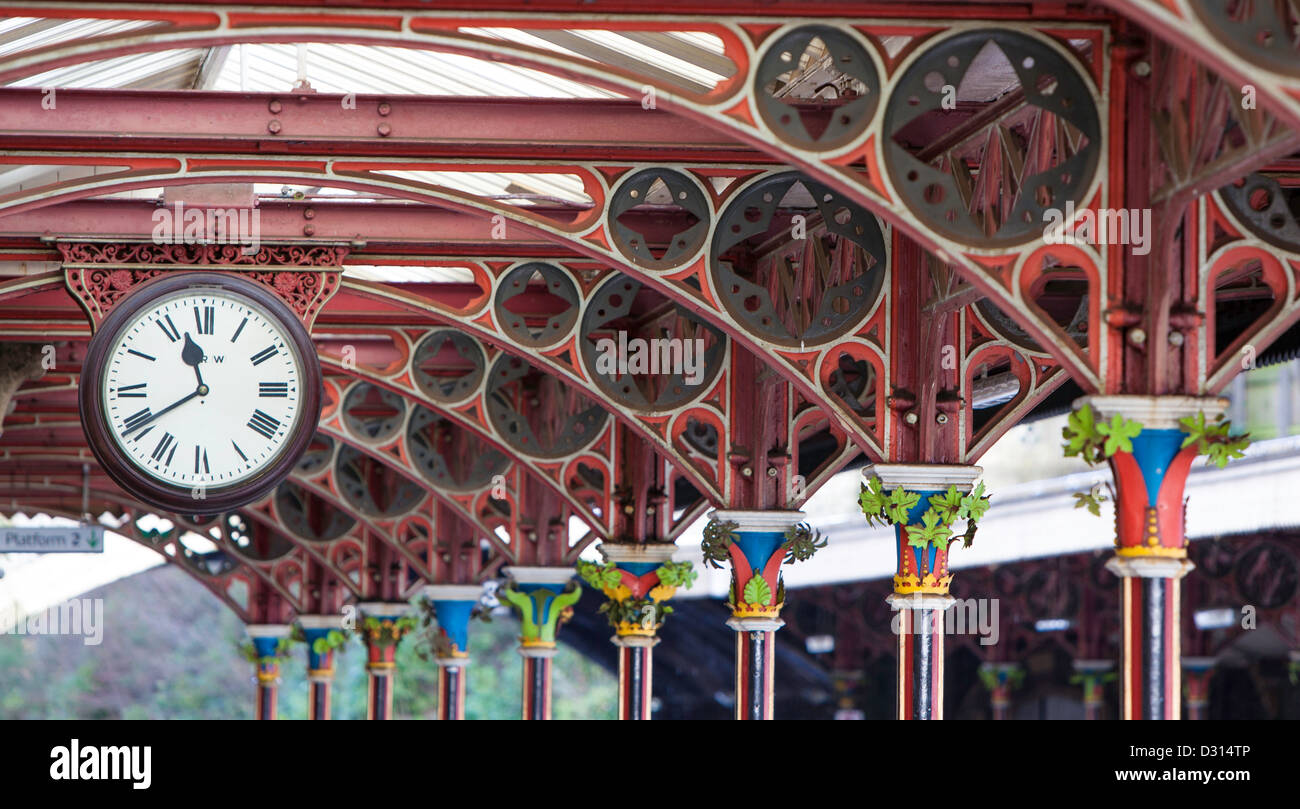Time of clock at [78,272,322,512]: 11:39
